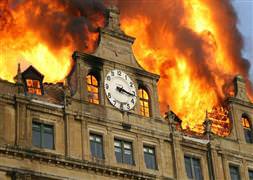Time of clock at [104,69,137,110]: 3:16
